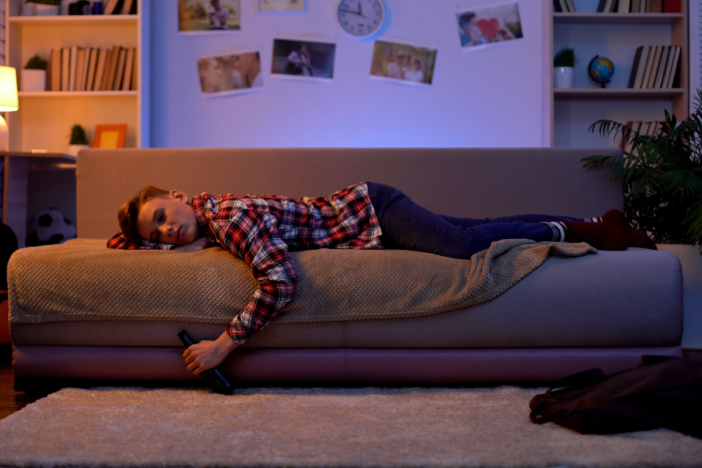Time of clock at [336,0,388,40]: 11:47
